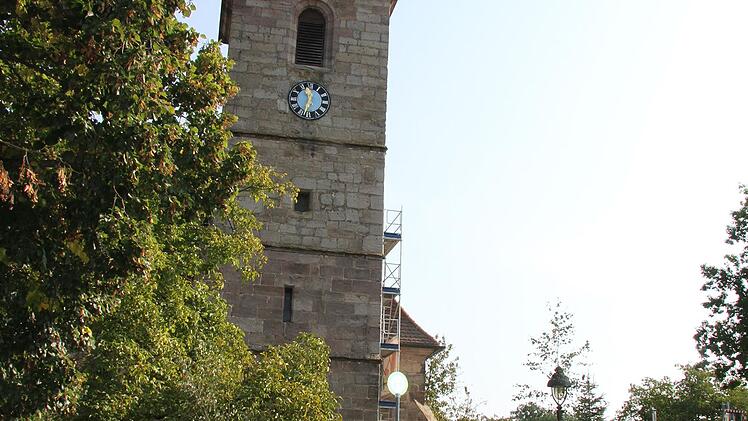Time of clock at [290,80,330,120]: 11:33
